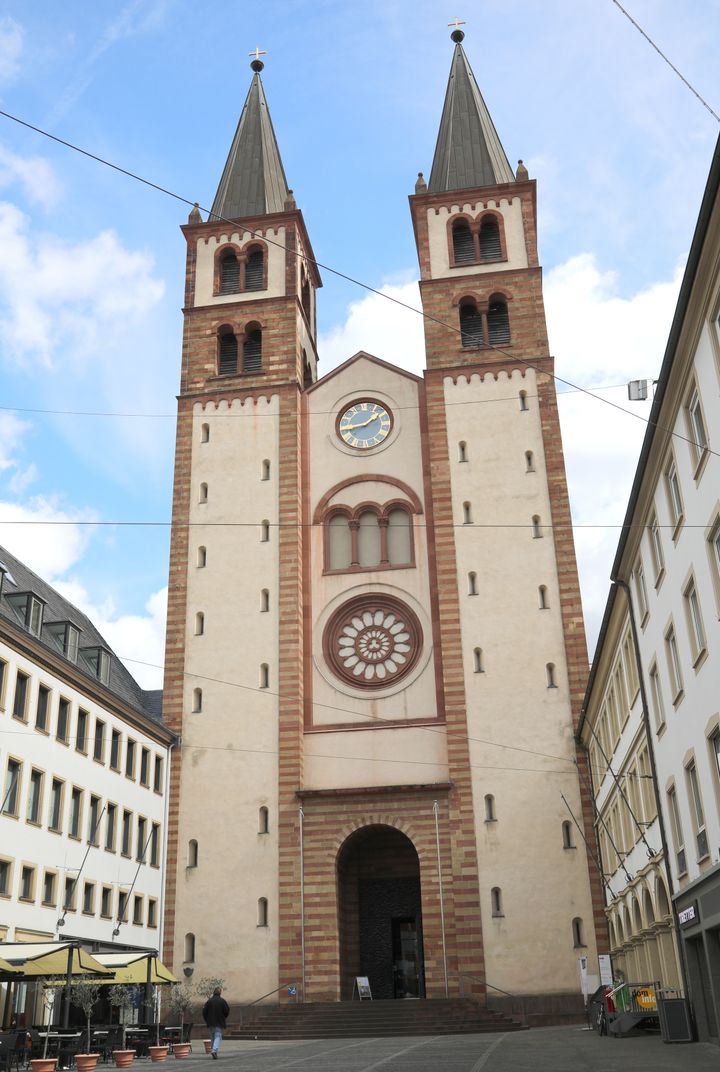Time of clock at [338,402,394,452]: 1:43
